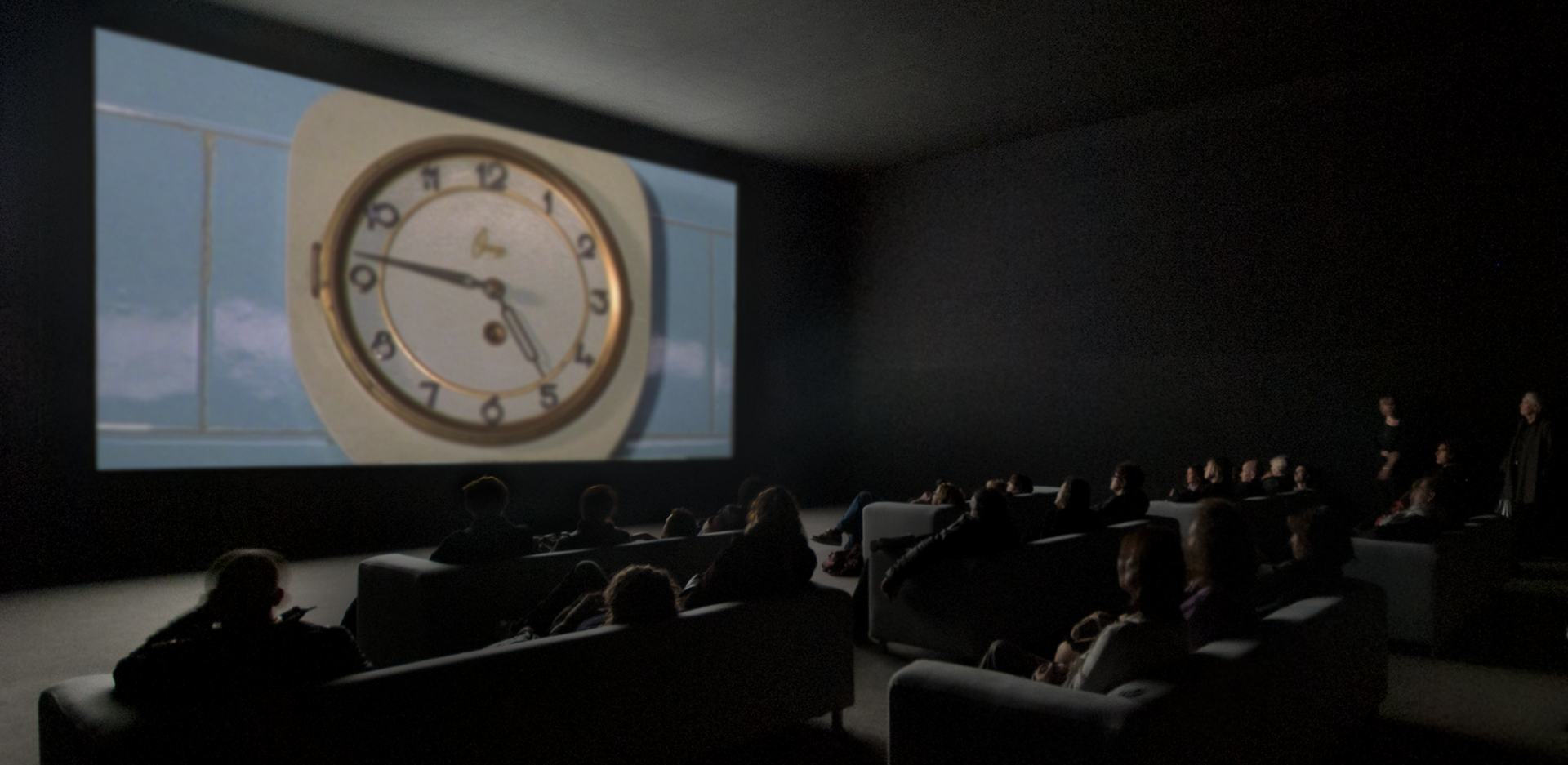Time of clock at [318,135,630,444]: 4:46
